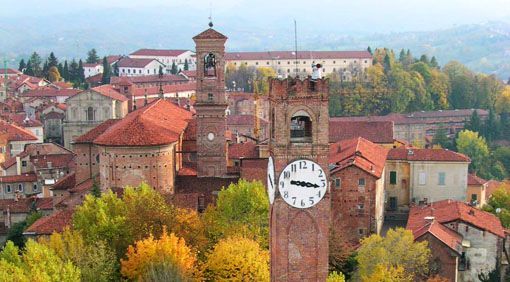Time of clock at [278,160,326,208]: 9:16
